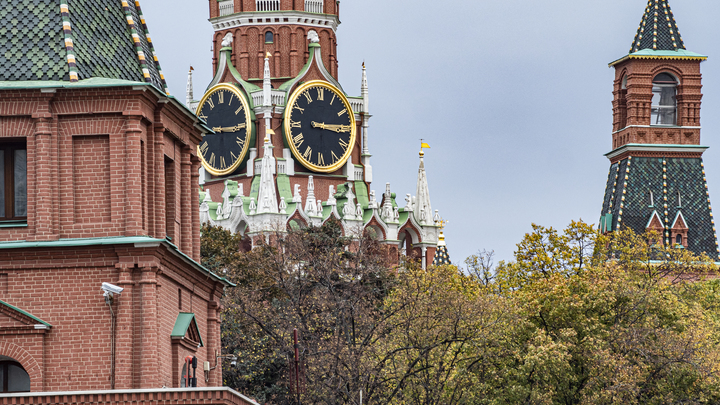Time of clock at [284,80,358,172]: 3:14
